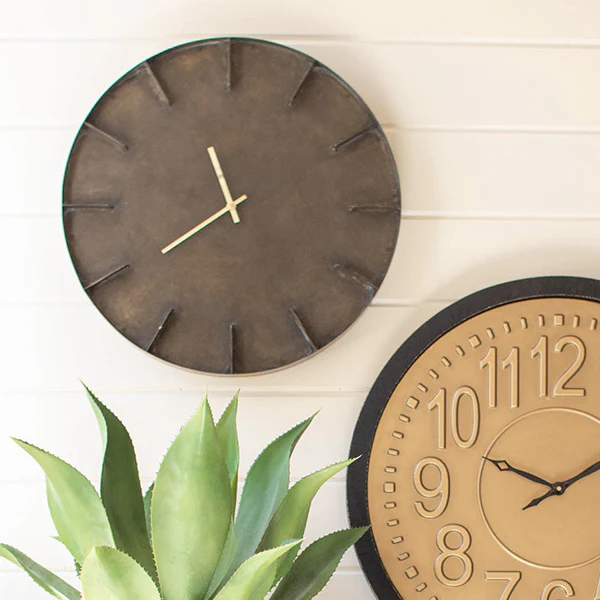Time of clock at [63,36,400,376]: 11:39
